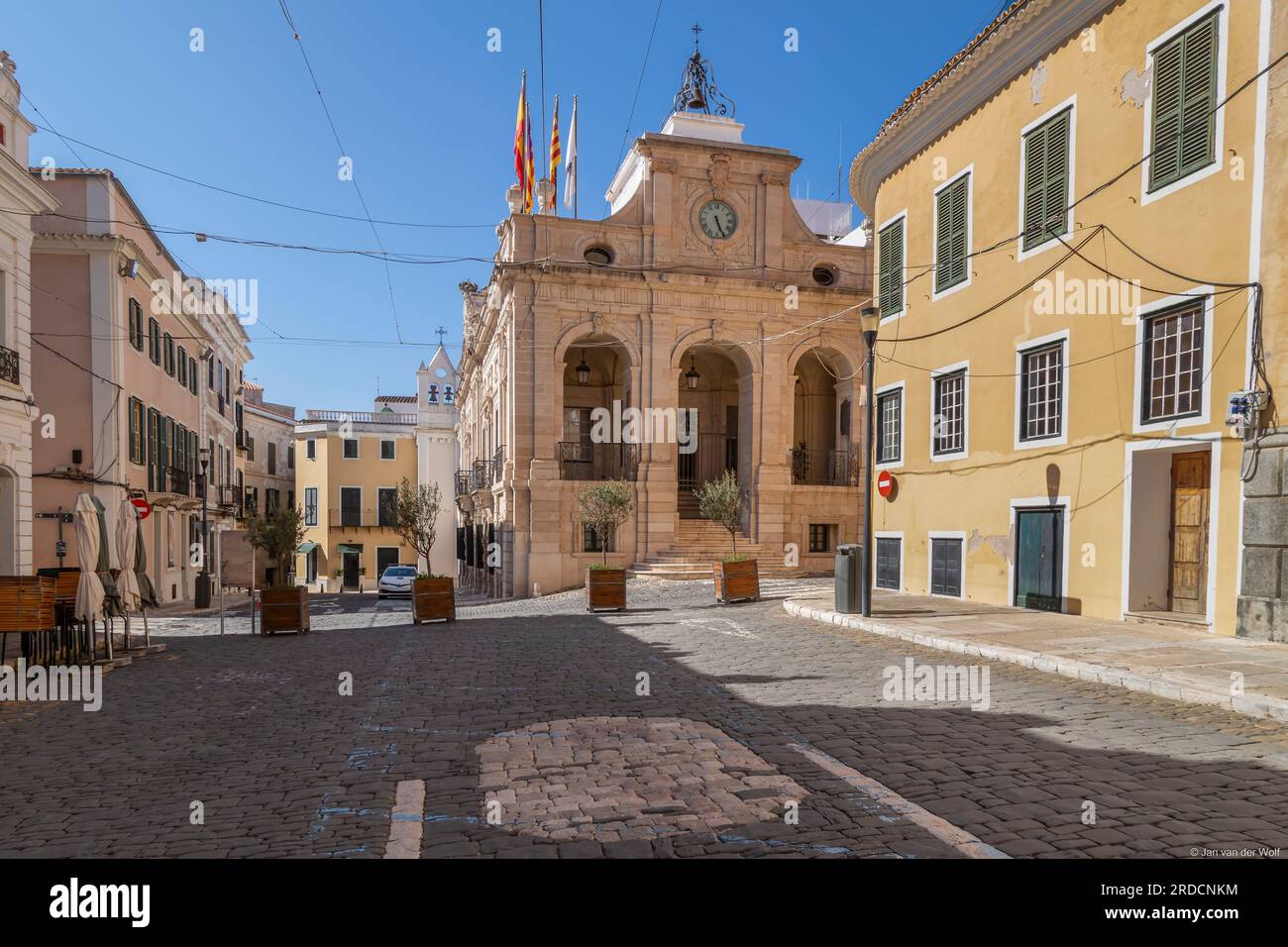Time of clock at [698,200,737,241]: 5:26
